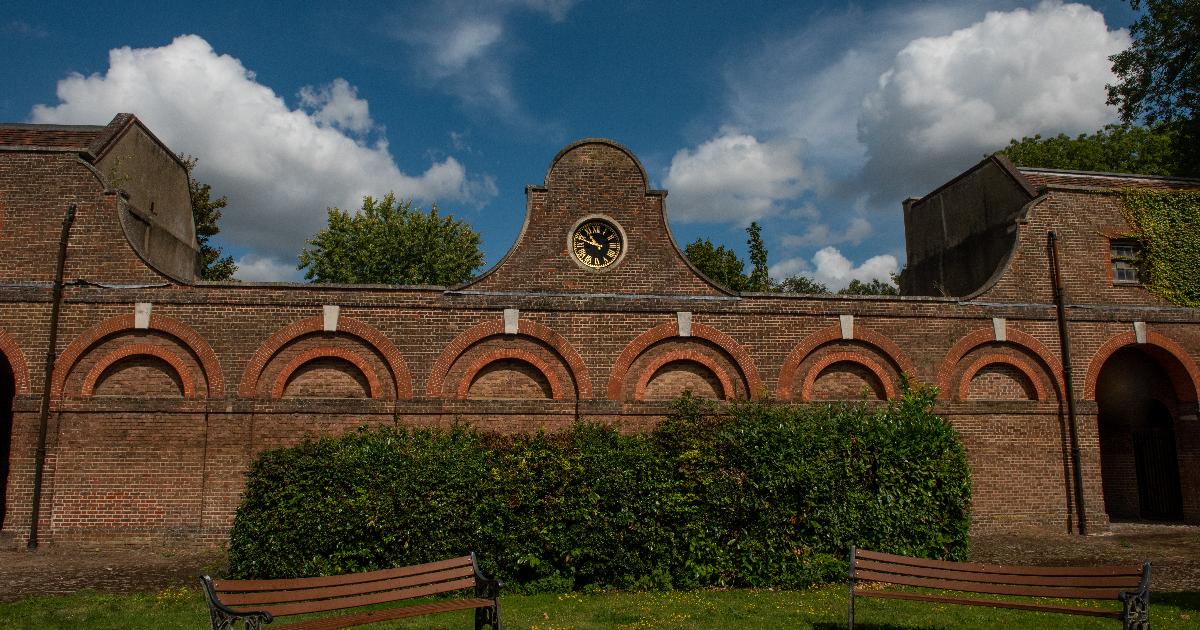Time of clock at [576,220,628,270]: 10:48
